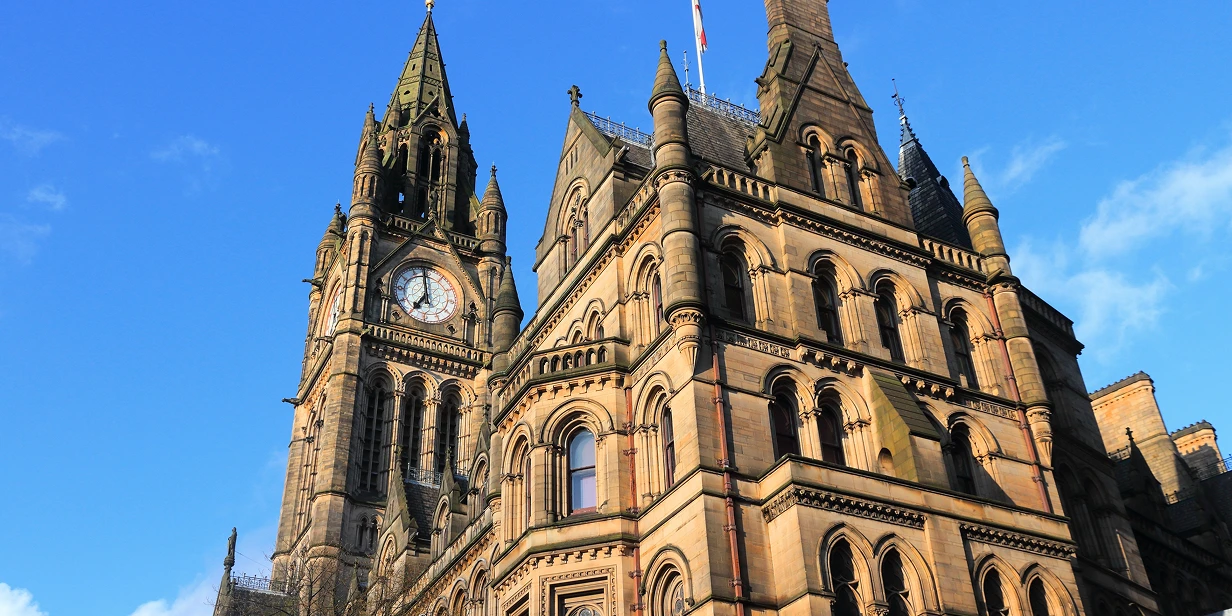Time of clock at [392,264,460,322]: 6:58
